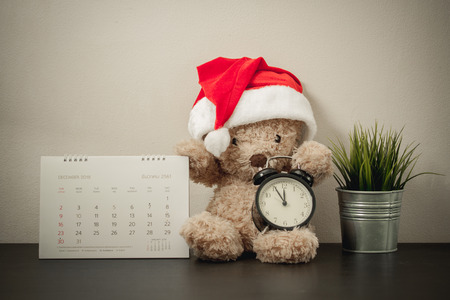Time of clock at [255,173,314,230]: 11:55
